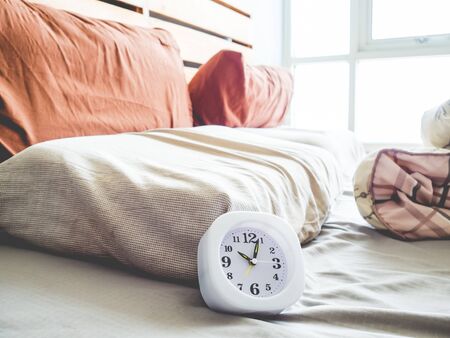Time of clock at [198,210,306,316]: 10:03
